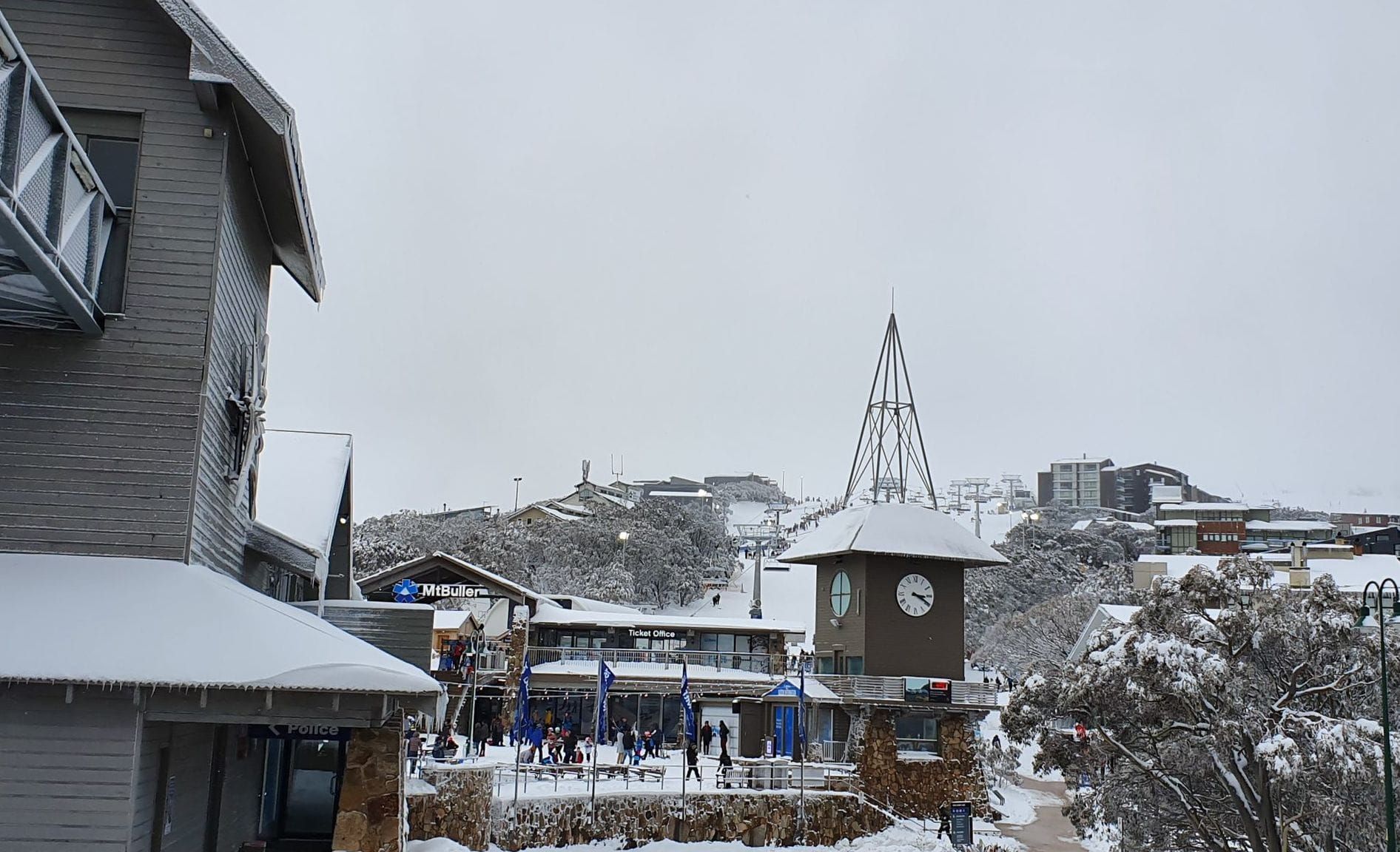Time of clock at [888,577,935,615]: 3:19
